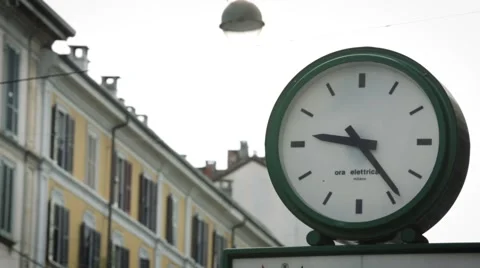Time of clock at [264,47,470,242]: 9:23
